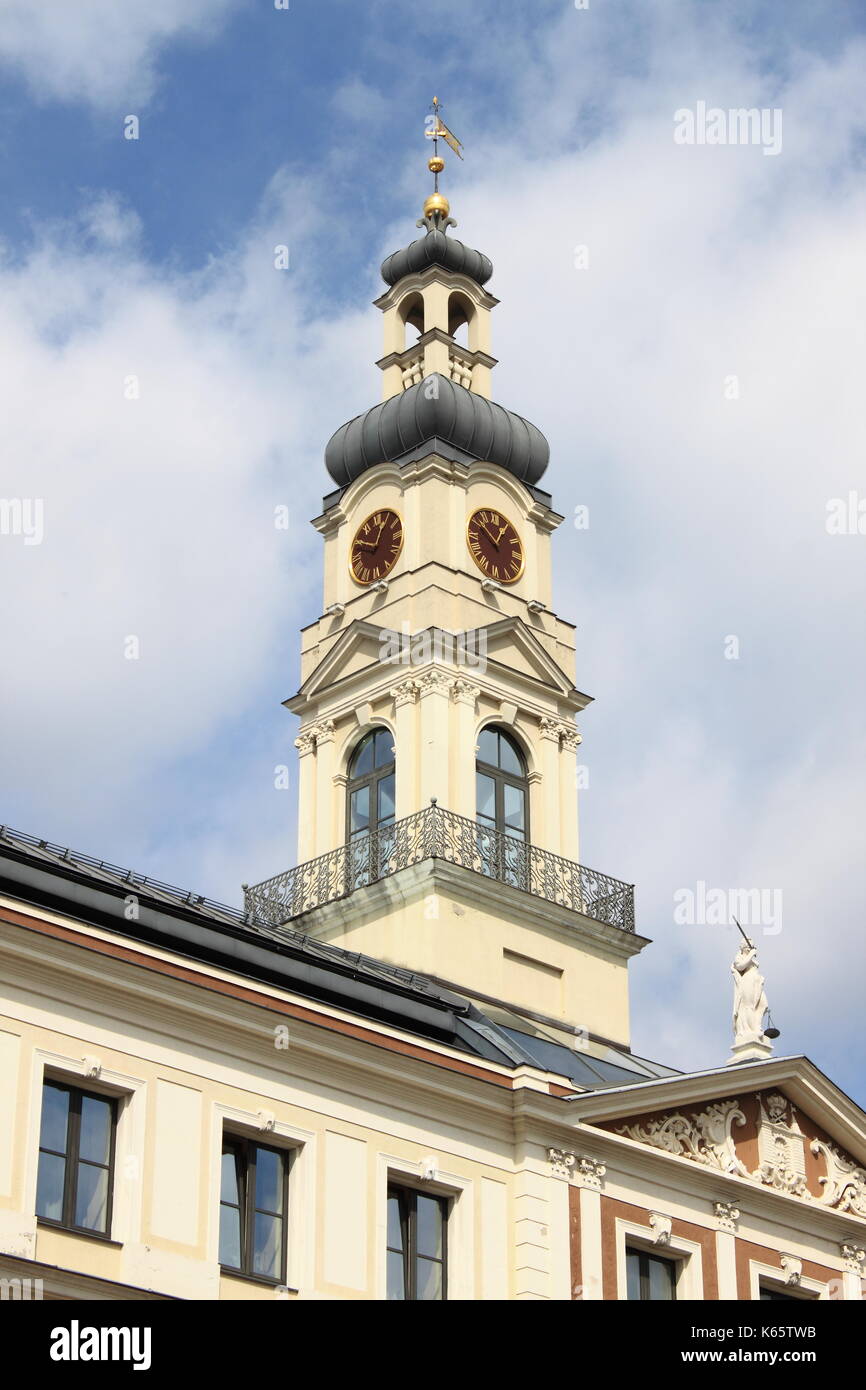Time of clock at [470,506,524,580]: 12:52
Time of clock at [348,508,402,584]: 12:49
